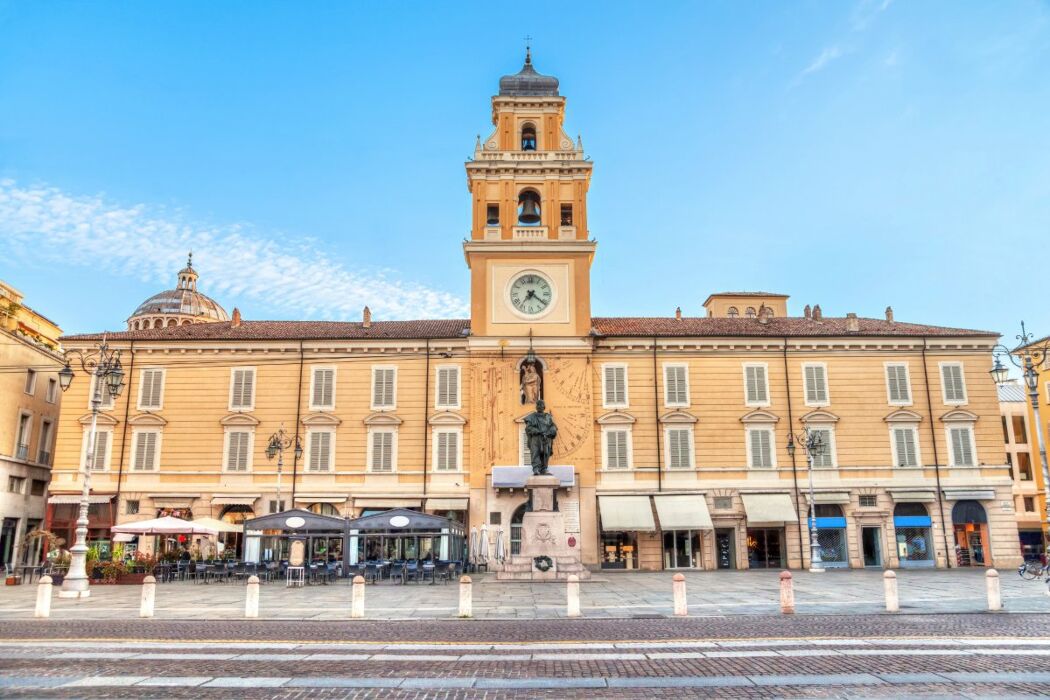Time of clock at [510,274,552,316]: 7:21
